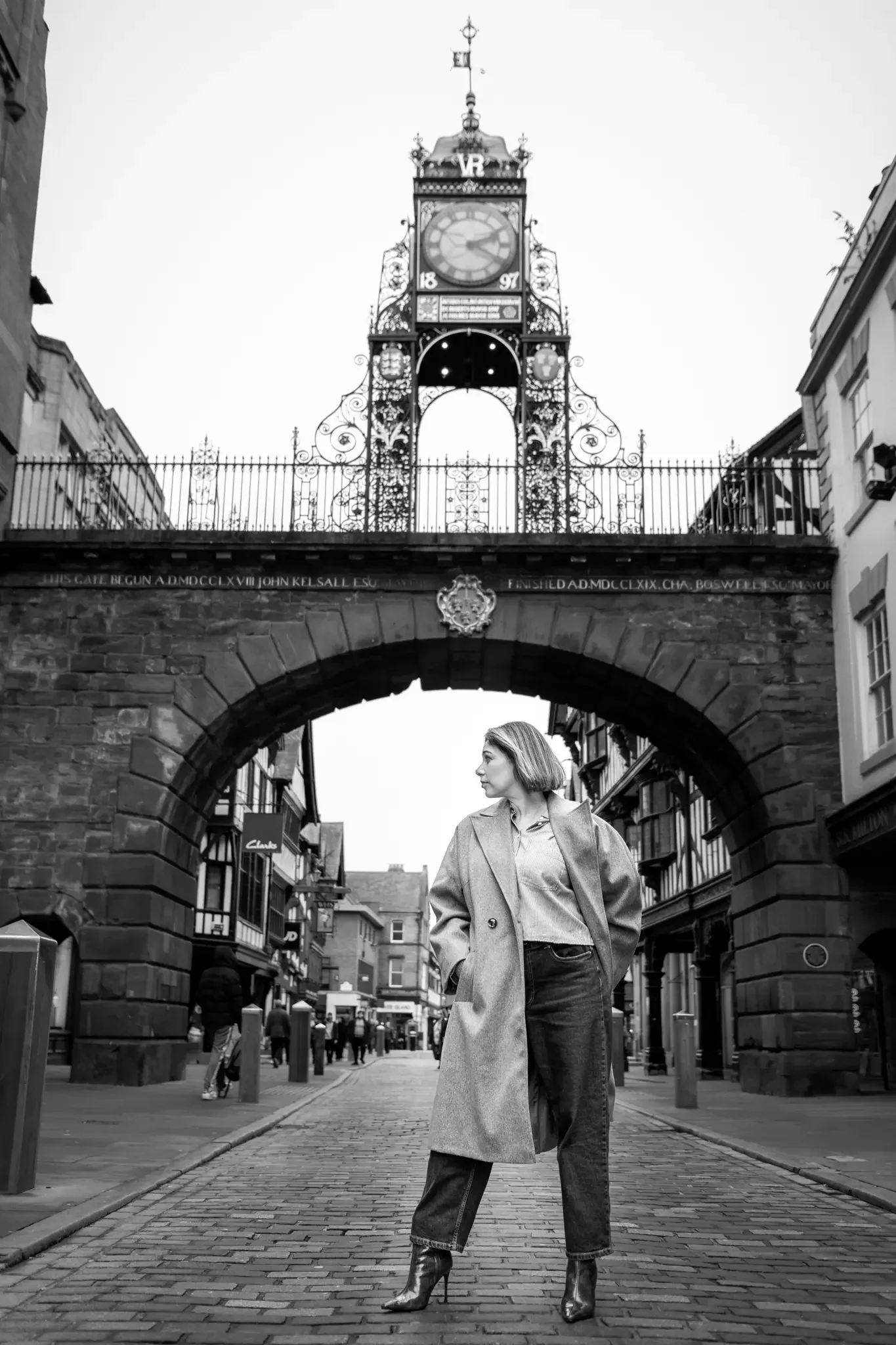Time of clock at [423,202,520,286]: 2:19
